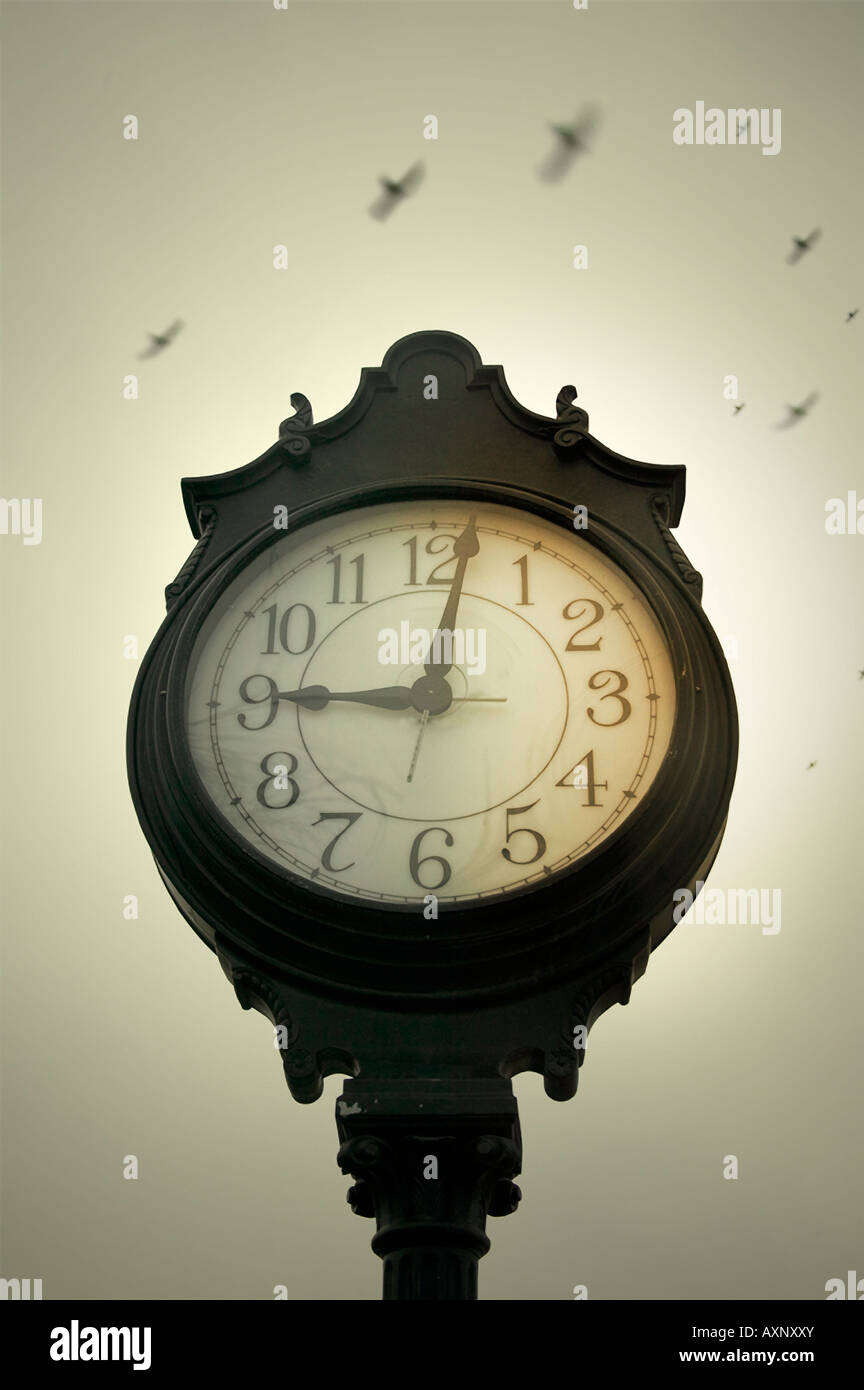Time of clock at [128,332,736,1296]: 9:01
